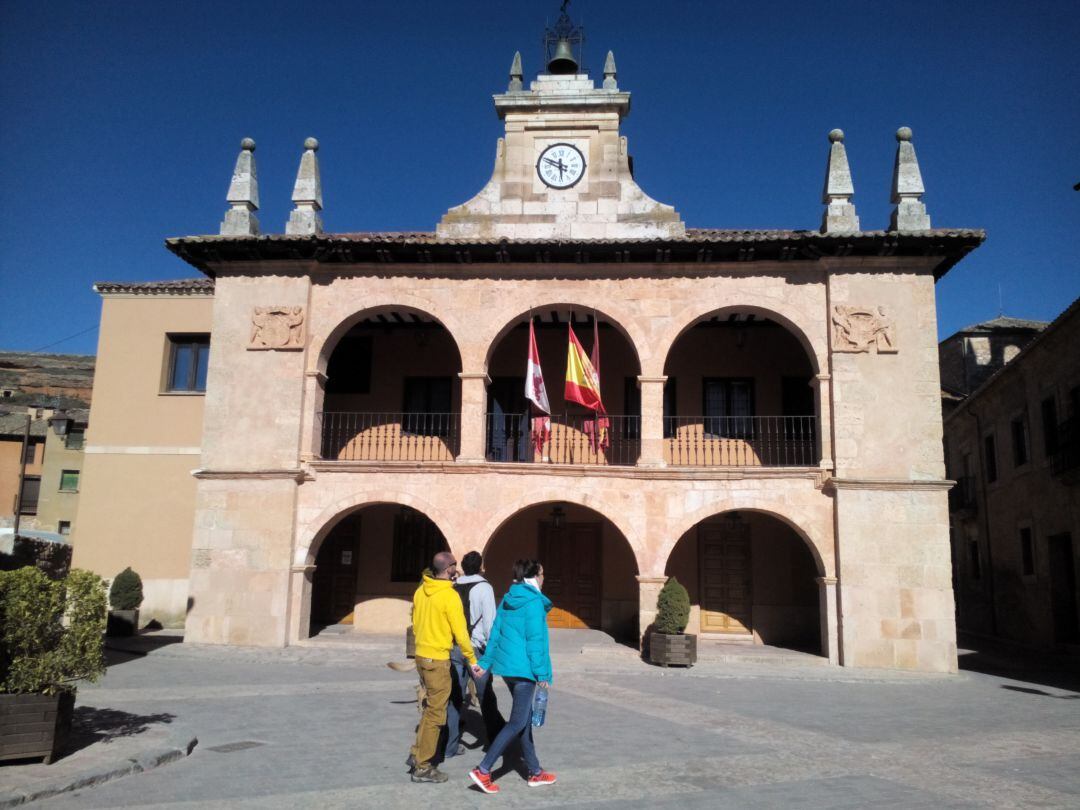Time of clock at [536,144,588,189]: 5:48
